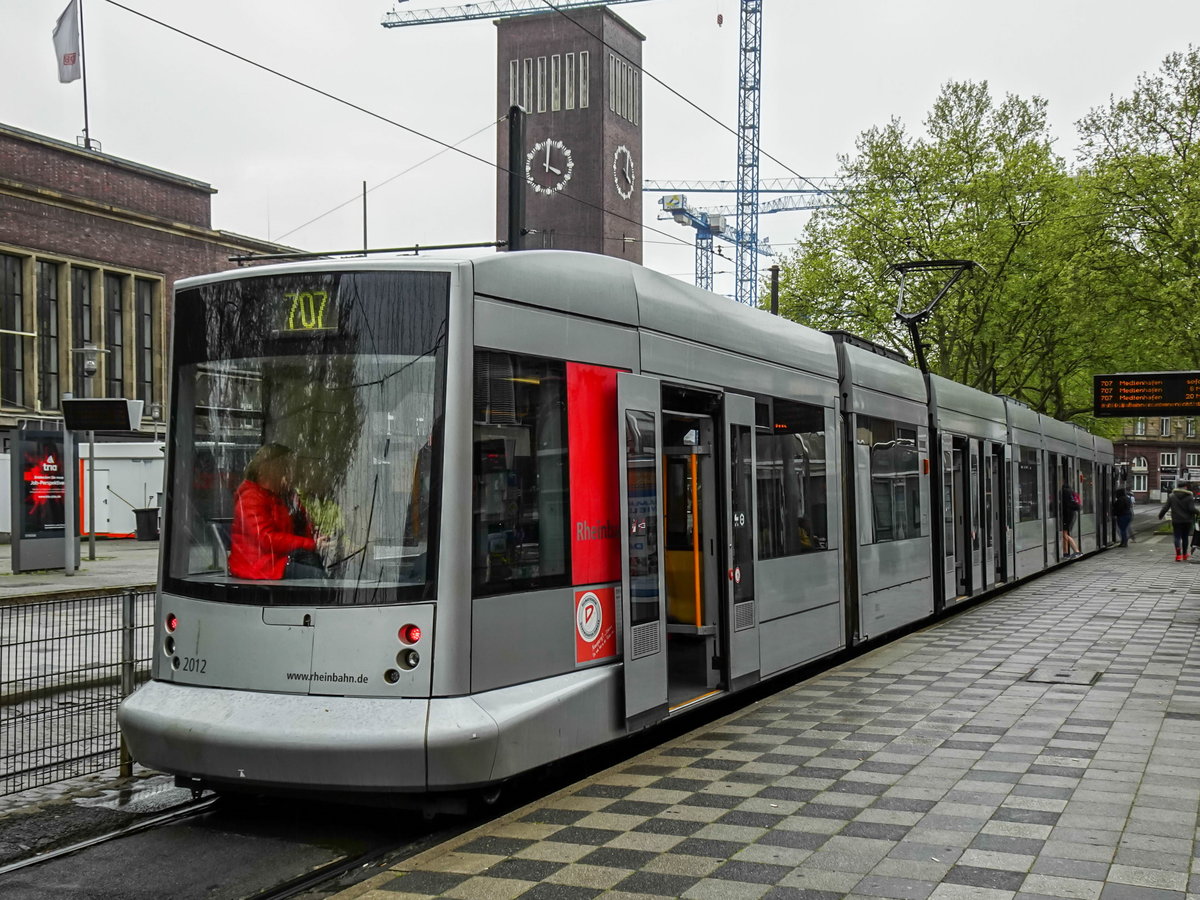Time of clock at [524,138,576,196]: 4:00
